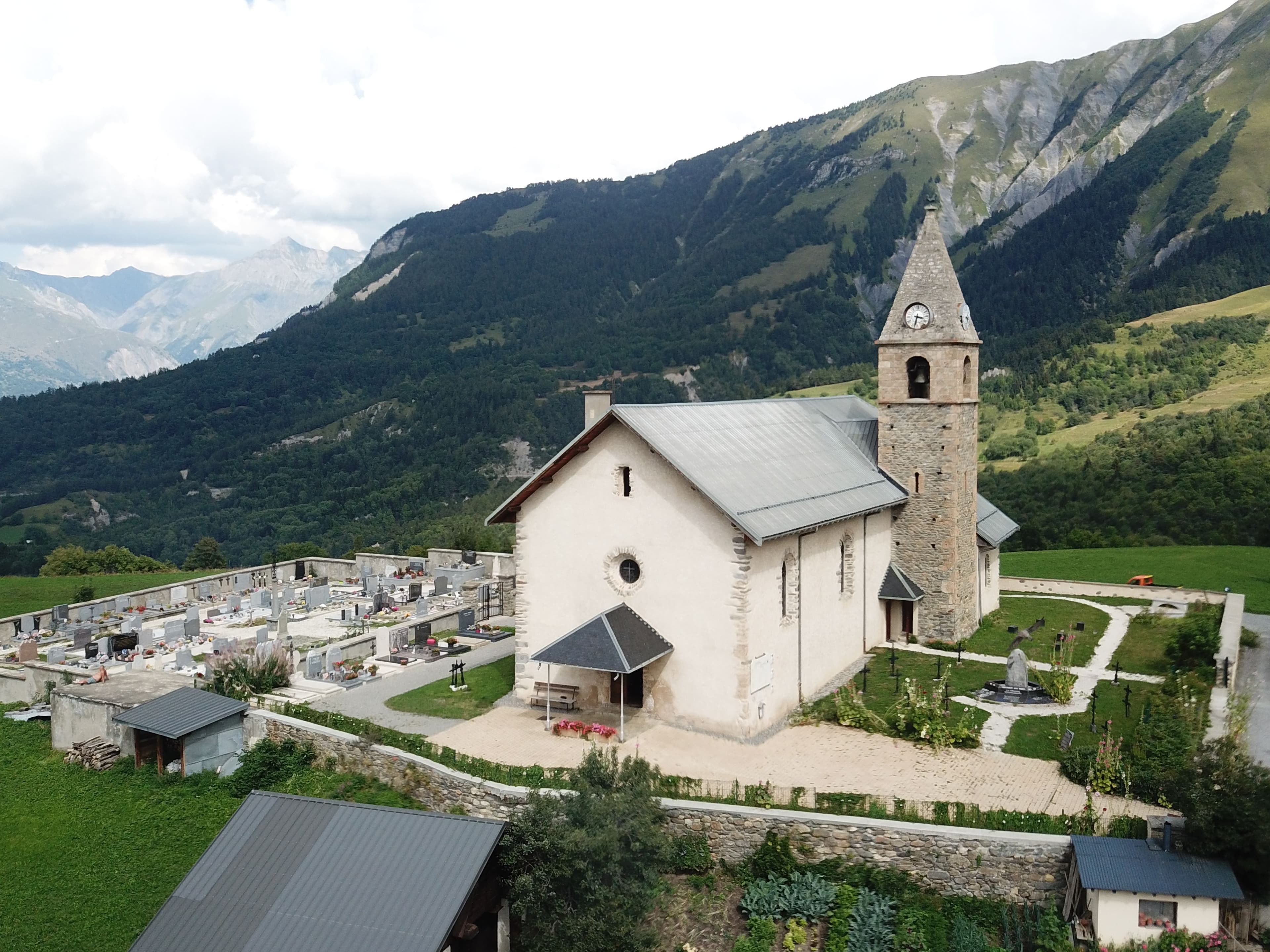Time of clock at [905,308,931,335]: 3:32
